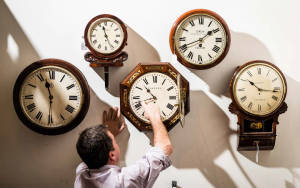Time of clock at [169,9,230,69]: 1:41
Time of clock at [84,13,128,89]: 11:25
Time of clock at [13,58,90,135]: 11:30
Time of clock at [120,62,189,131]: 10:41
